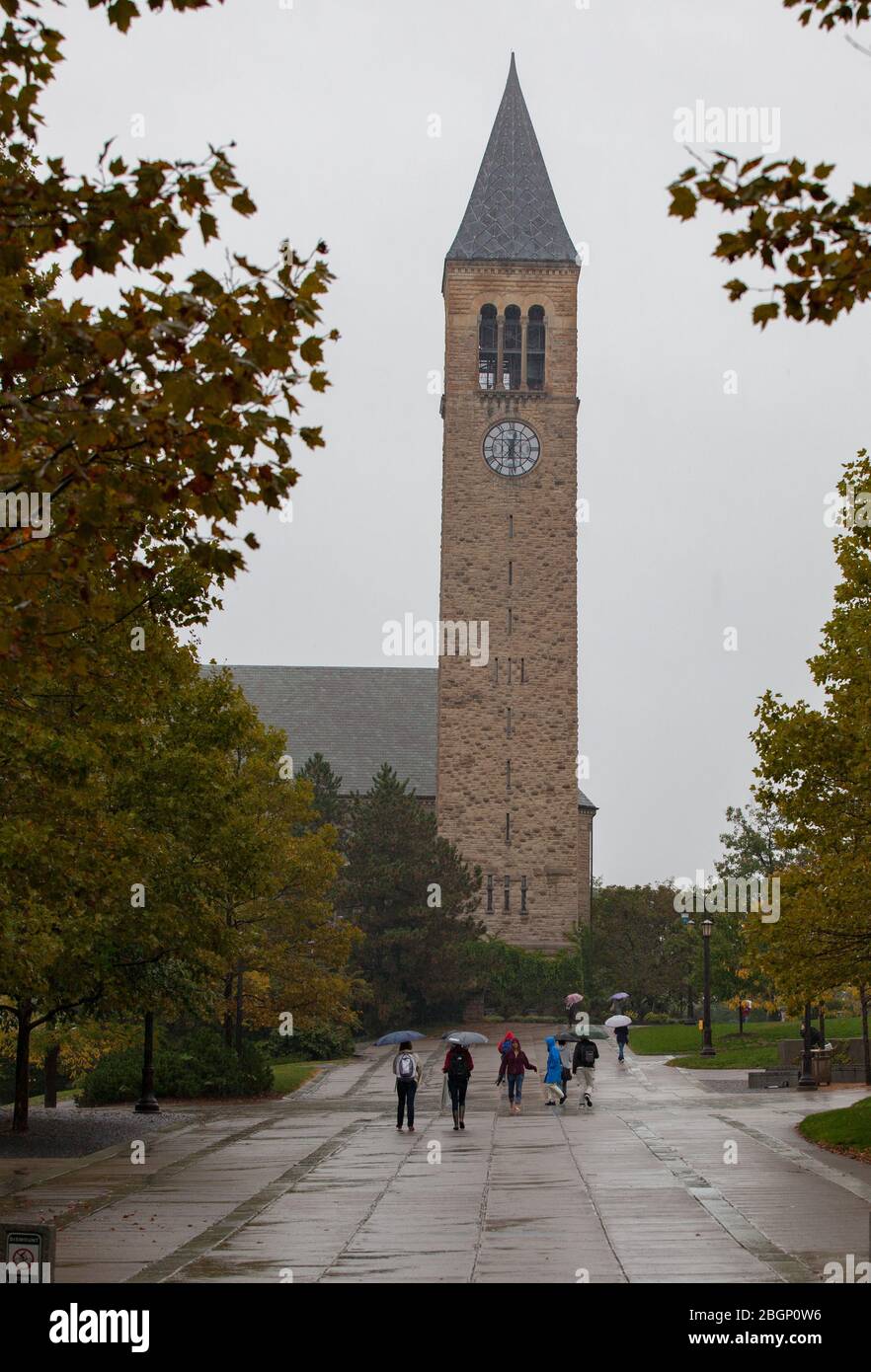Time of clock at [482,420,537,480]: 12:28
